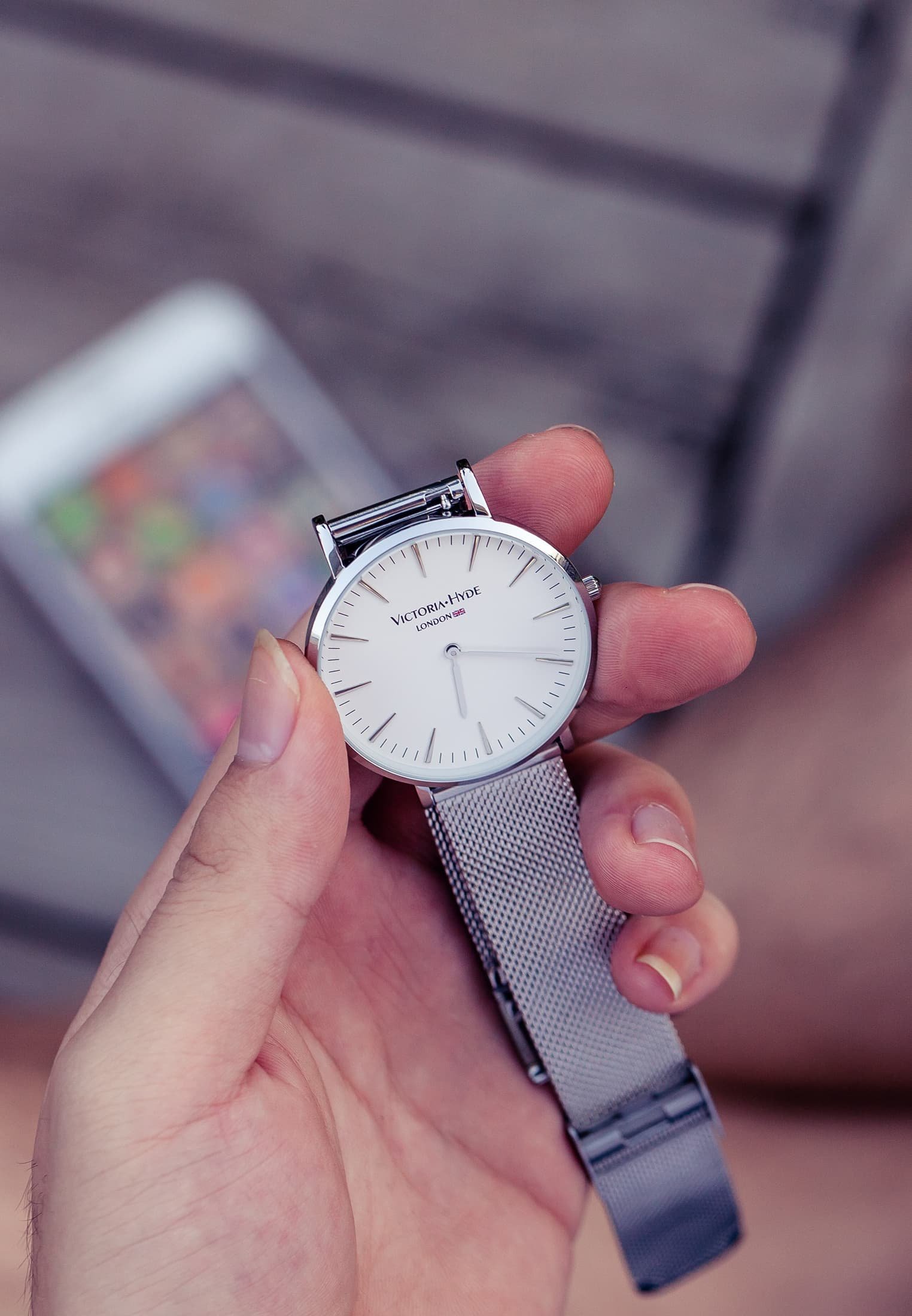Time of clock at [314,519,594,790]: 5:14
